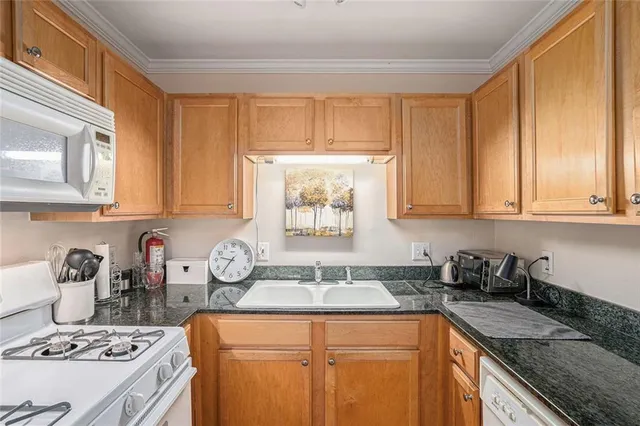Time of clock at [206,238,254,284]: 9:35
